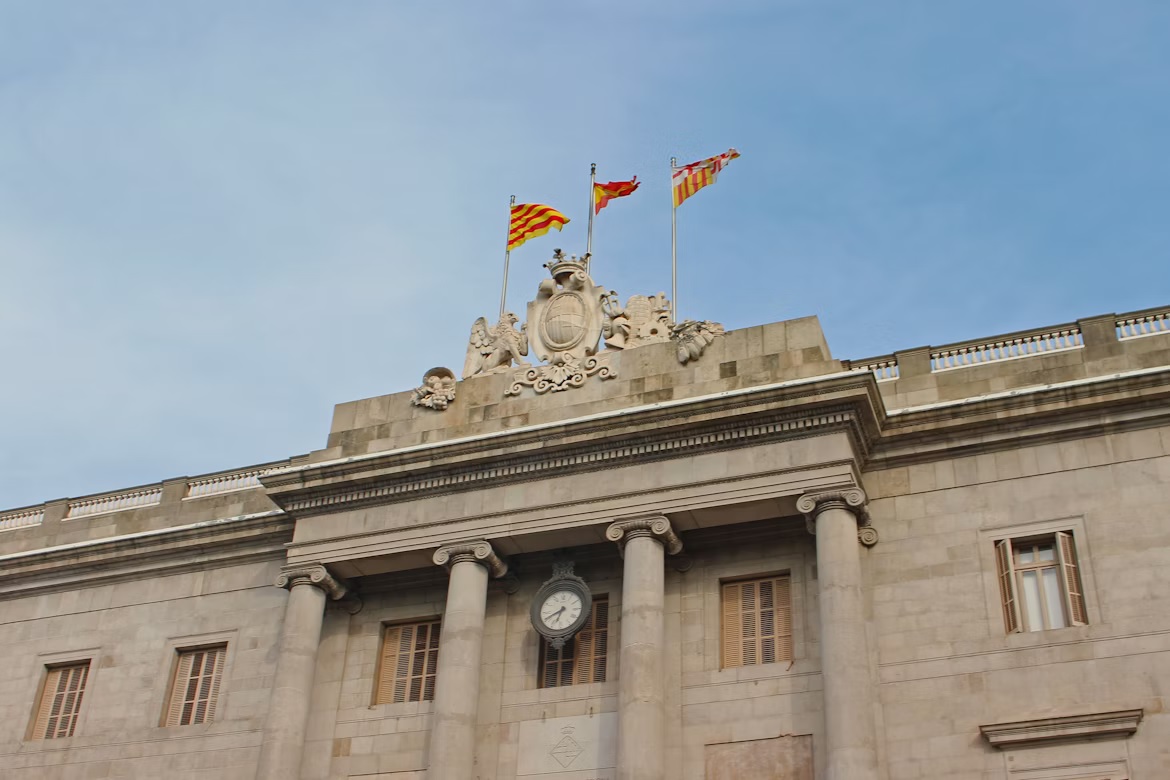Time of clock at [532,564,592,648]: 6:40
